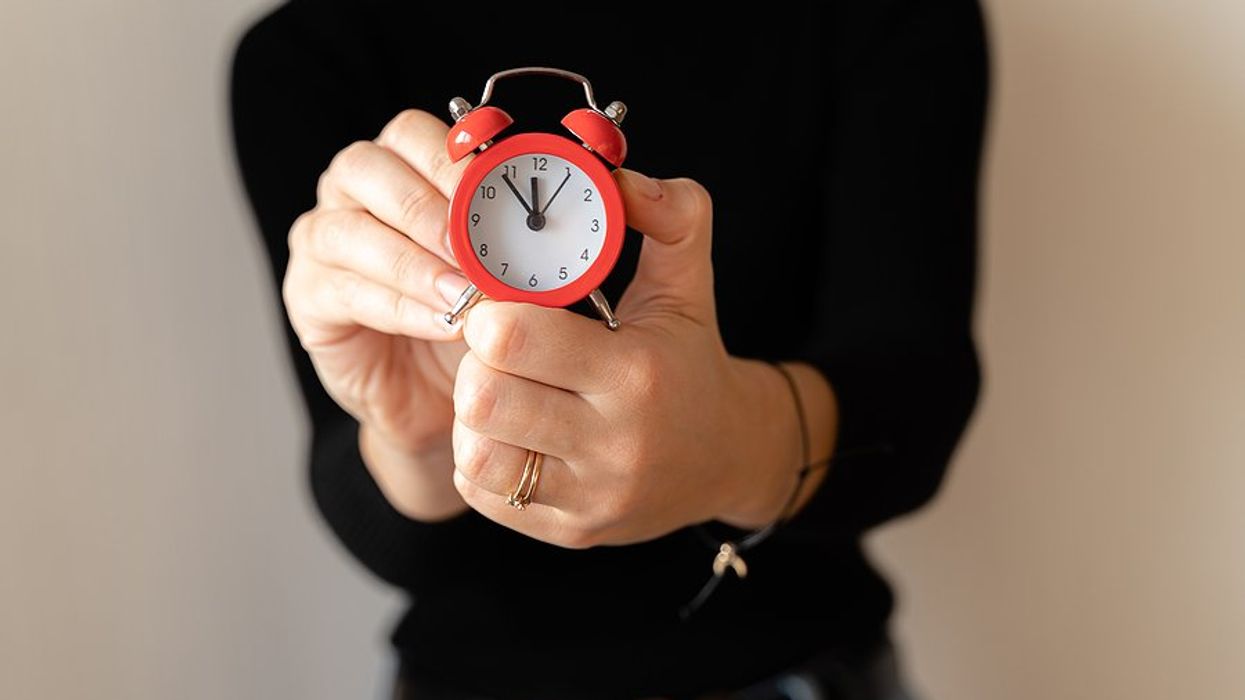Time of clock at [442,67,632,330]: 11:53
